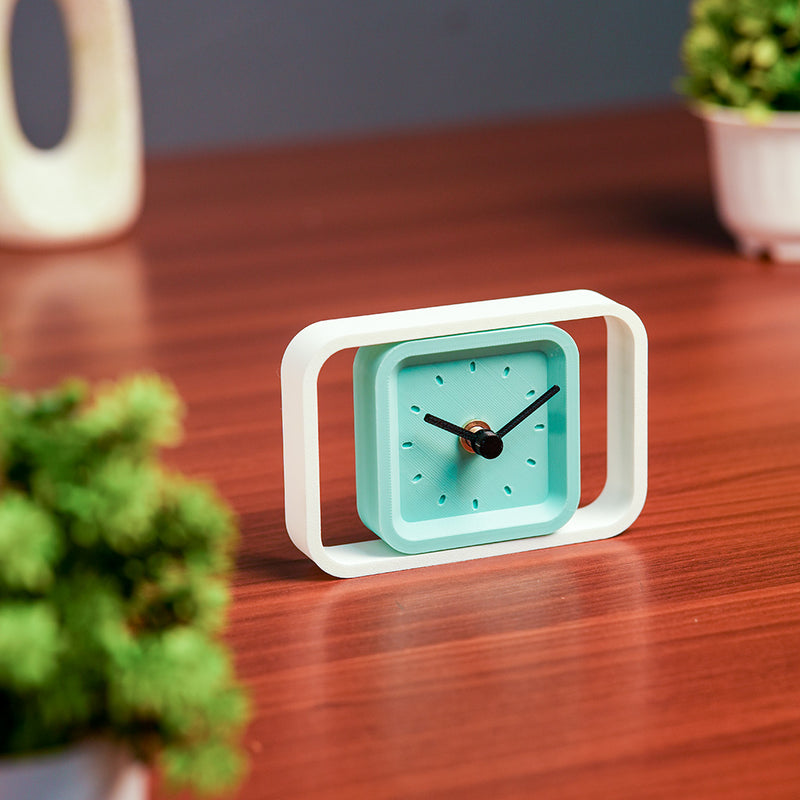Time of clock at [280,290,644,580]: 10:10
